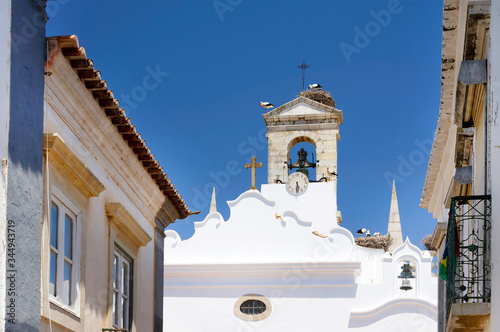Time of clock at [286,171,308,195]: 5:30
